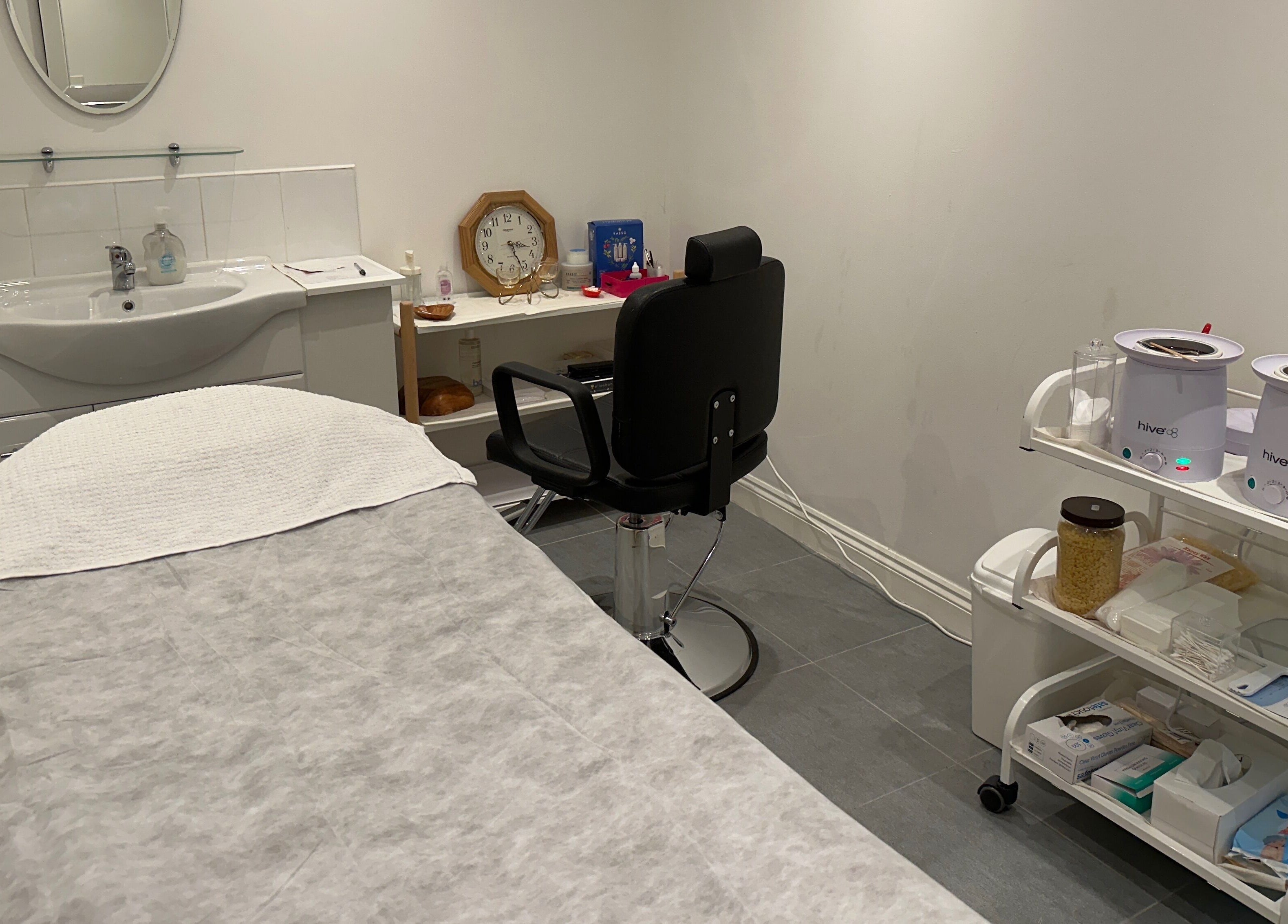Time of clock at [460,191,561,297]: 3:26
